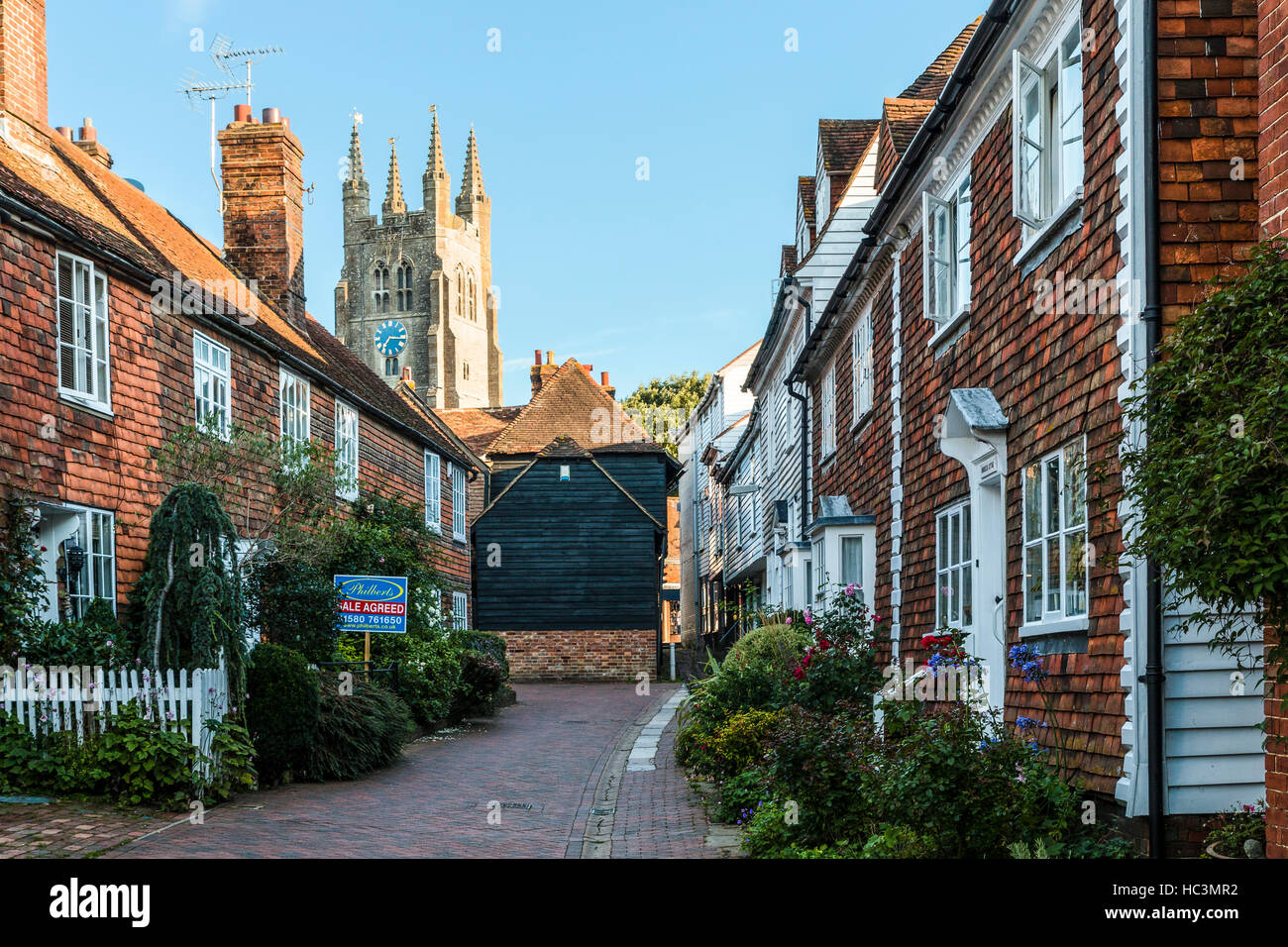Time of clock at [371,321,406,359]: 7:16
